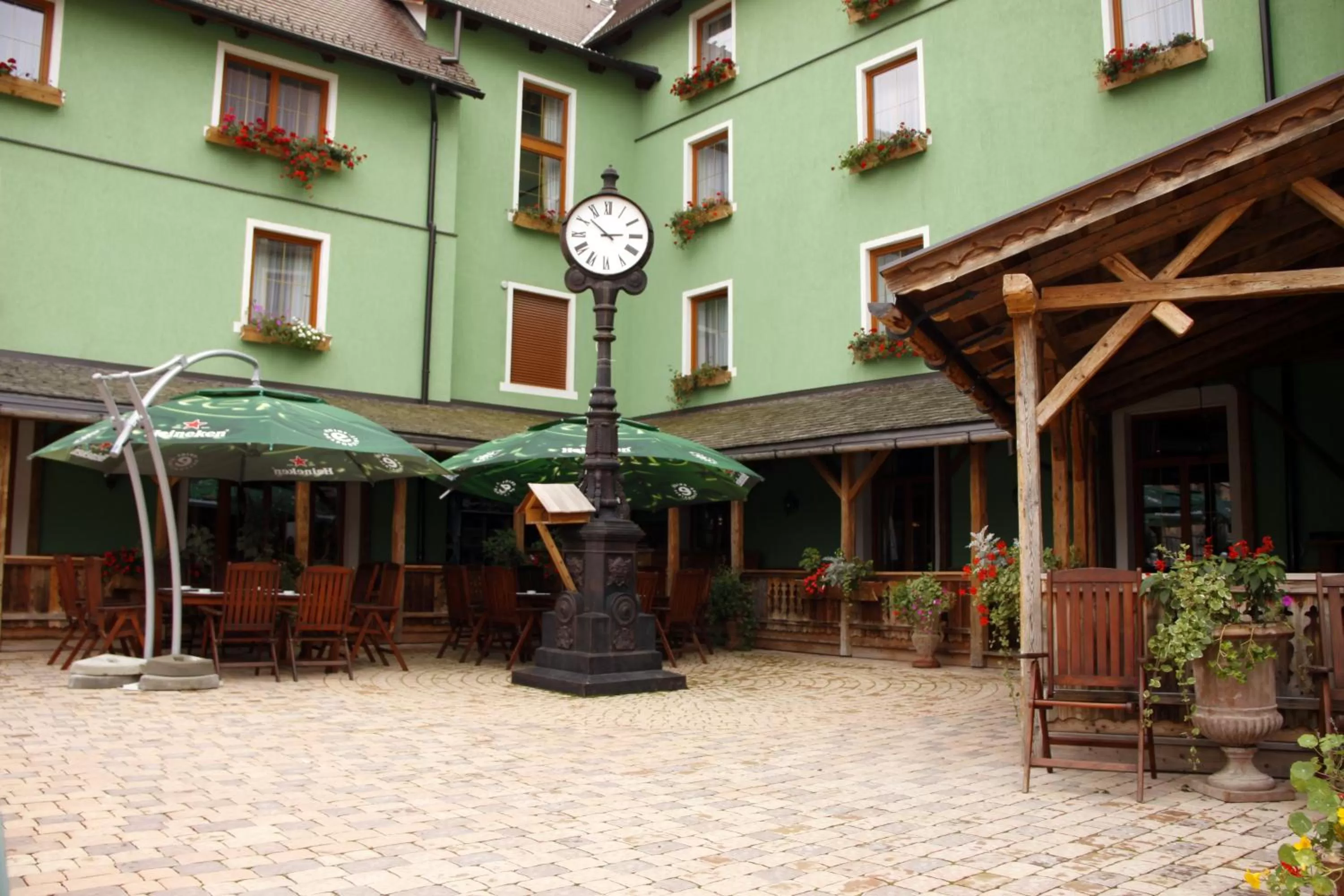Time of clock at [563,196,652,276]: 2:52
